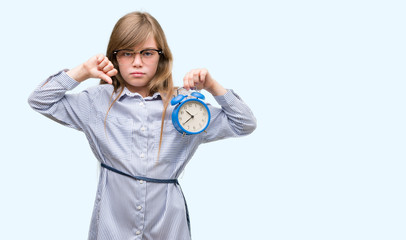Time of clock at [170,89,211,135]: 10:40
